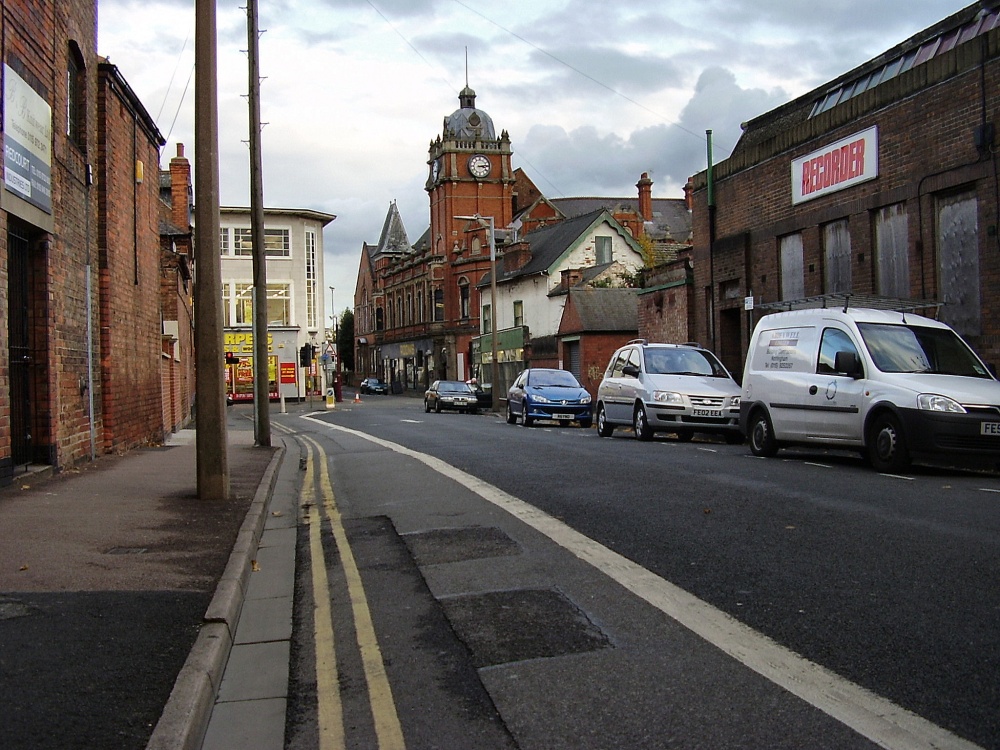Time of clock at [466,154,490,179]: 3:13
